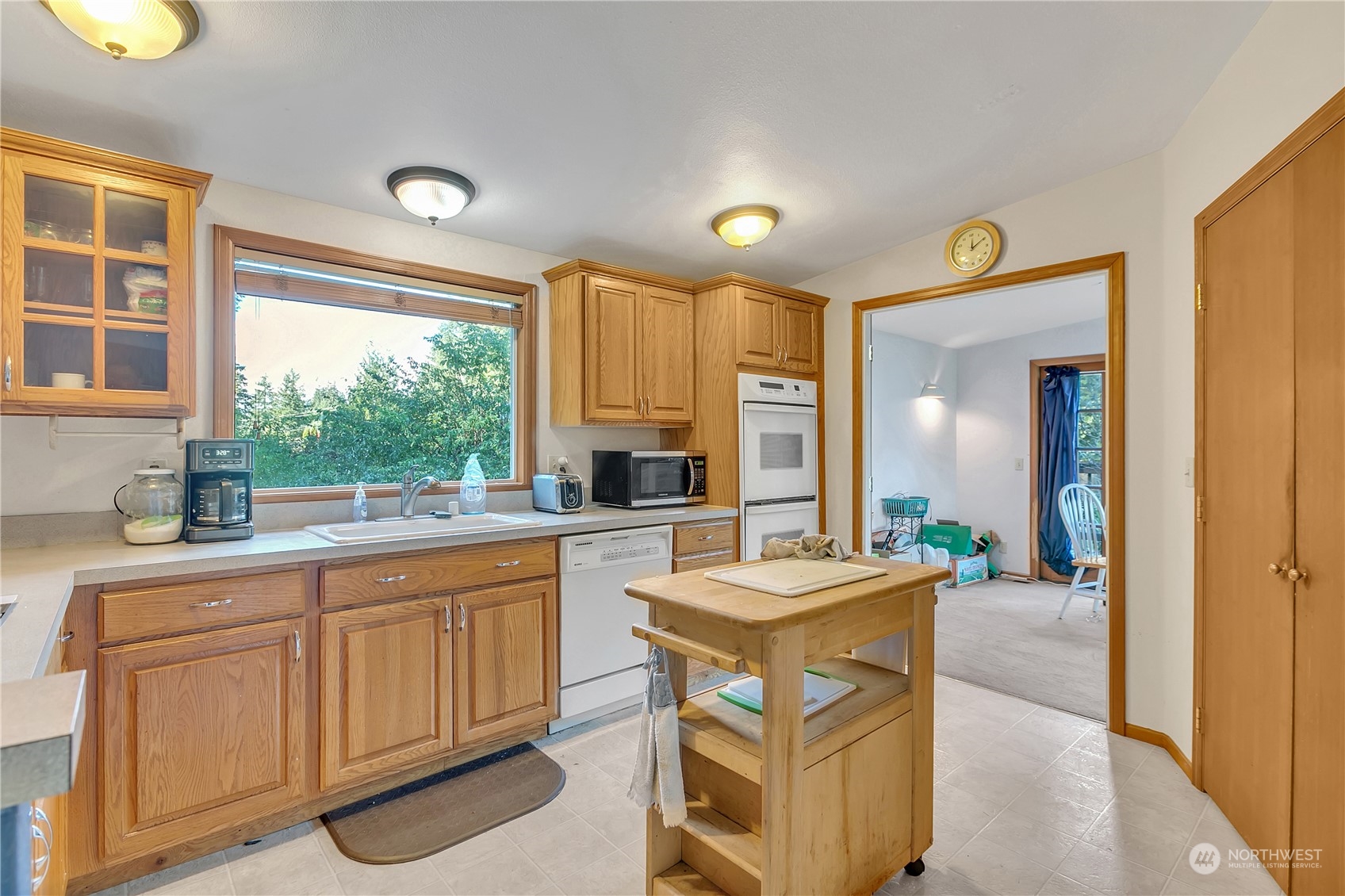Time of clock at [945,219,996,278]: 12:09
